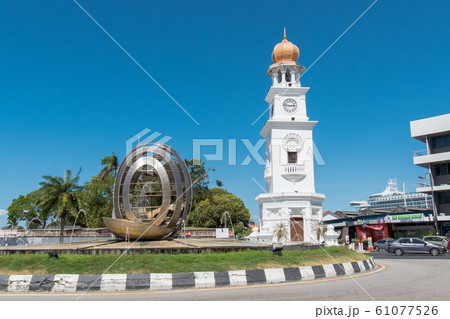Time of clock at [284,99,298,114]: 2:46
